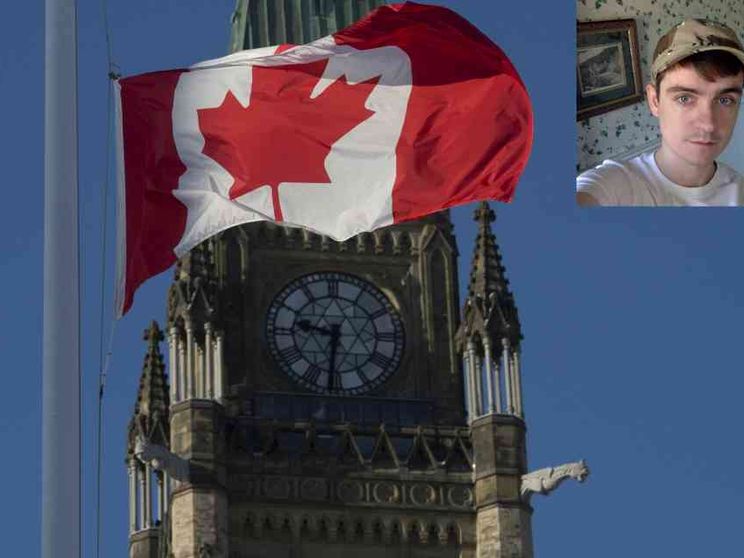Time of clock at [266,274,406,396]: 9:31
